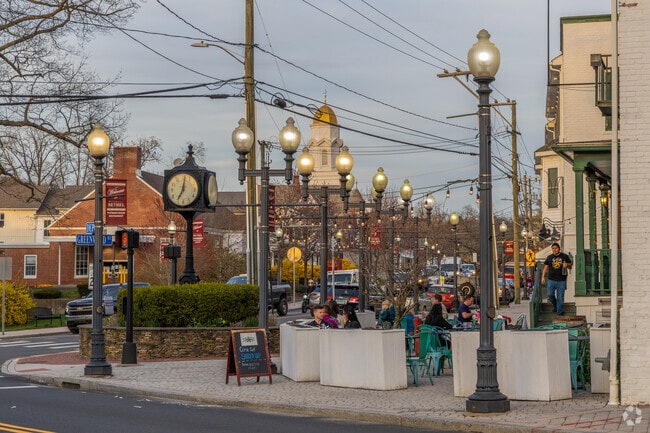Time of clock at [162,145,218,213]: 7:01
